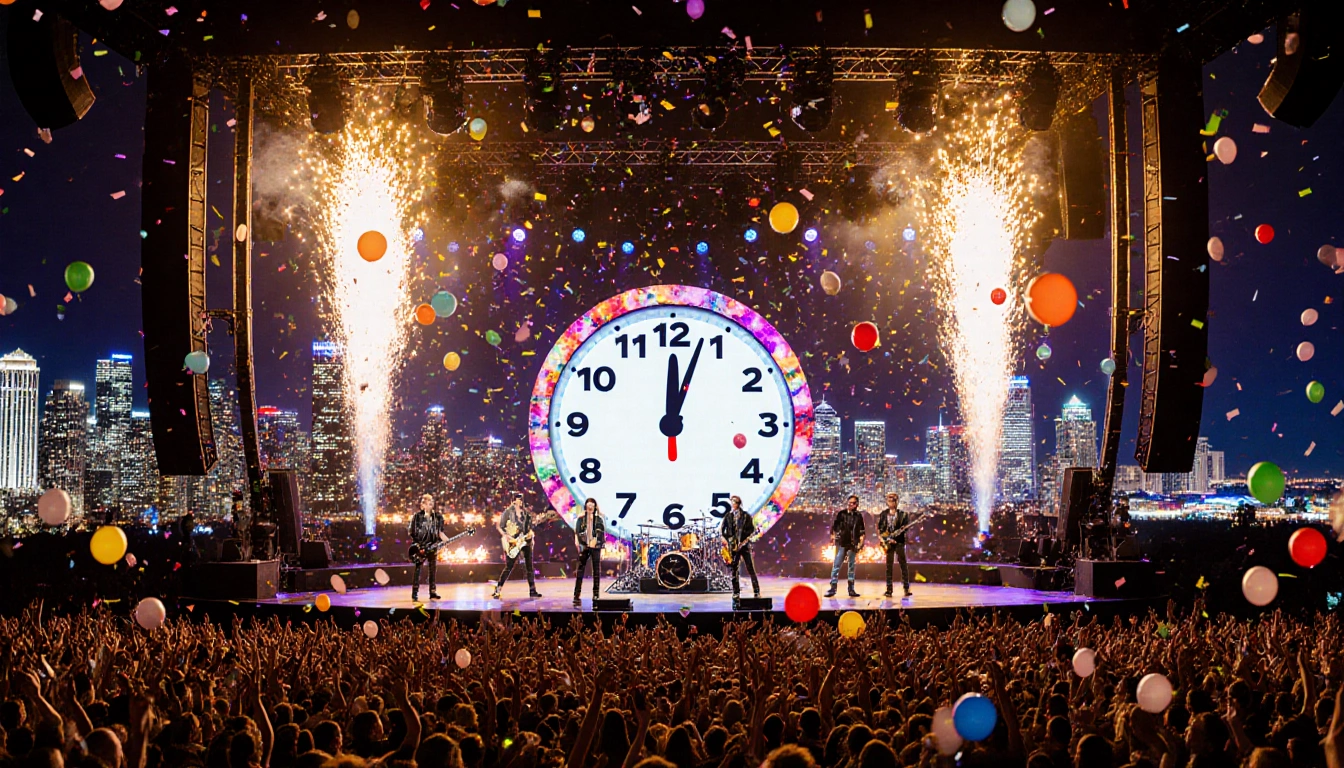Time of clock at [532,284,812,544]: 12:03
